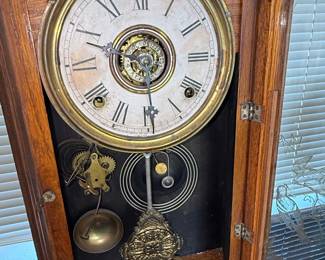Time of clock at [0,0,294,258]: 9:29
